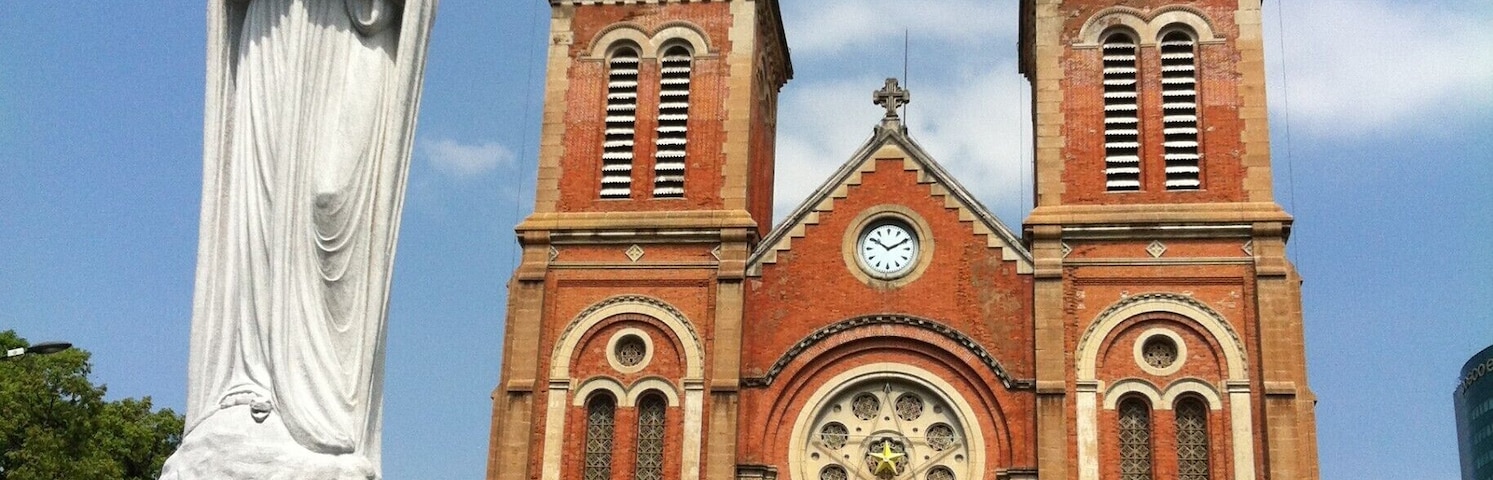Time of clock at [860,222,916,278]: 10:10
